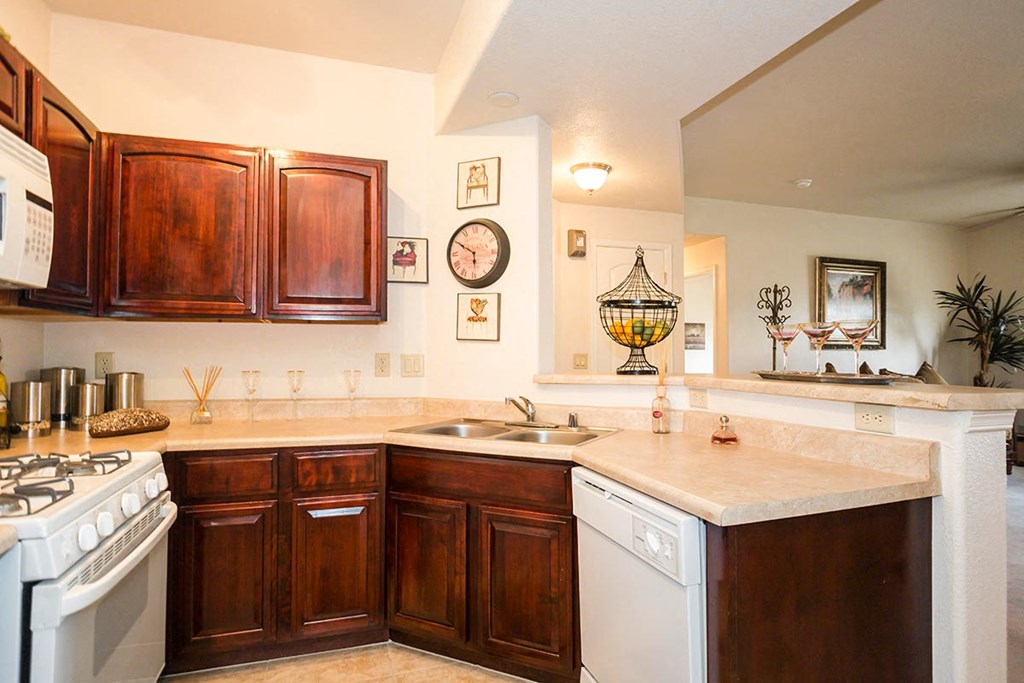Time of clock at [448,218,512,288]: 5:49
